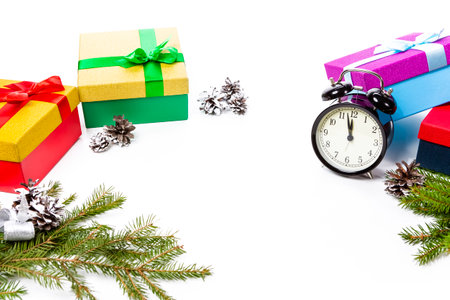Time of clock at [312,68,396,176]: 11:57
